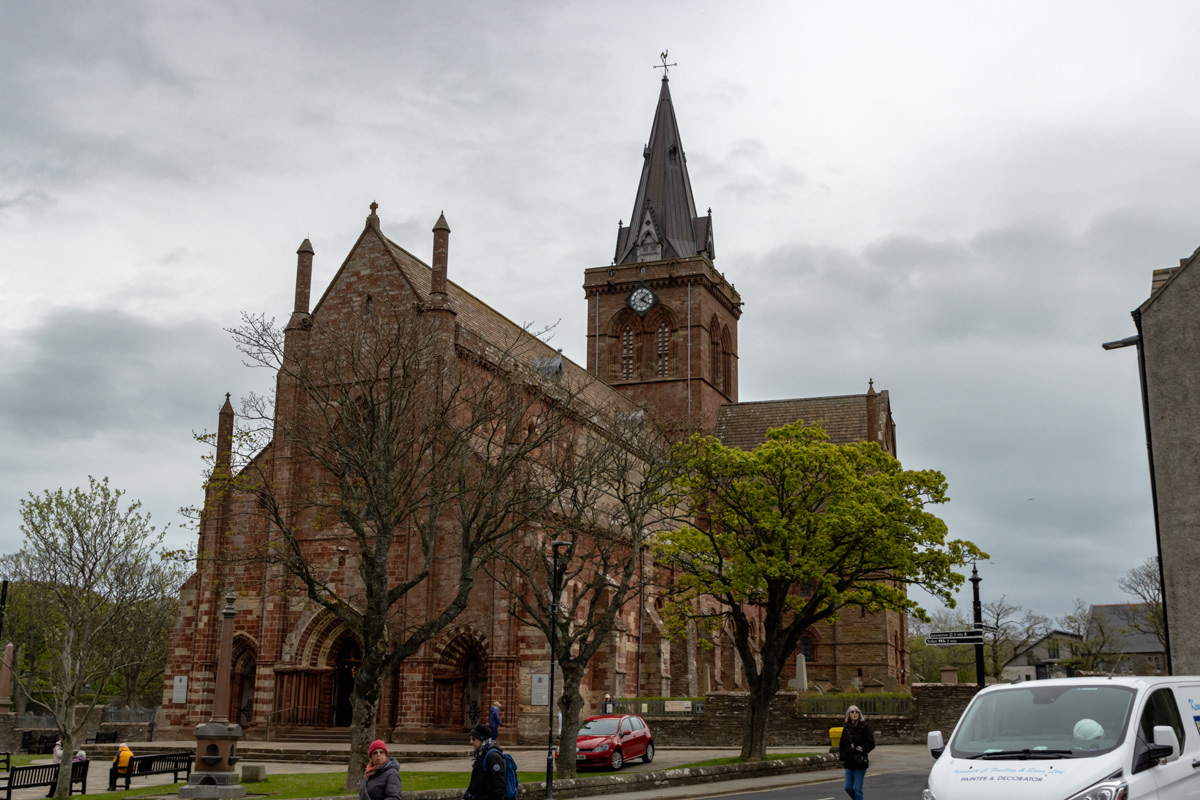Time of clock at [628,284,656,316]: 4:07
